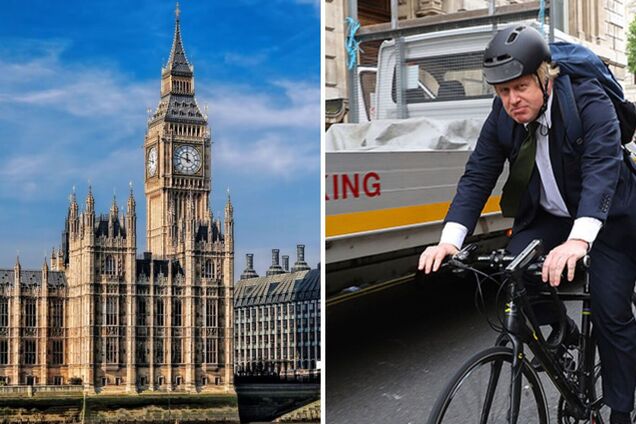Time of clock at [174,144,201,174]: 11:47
